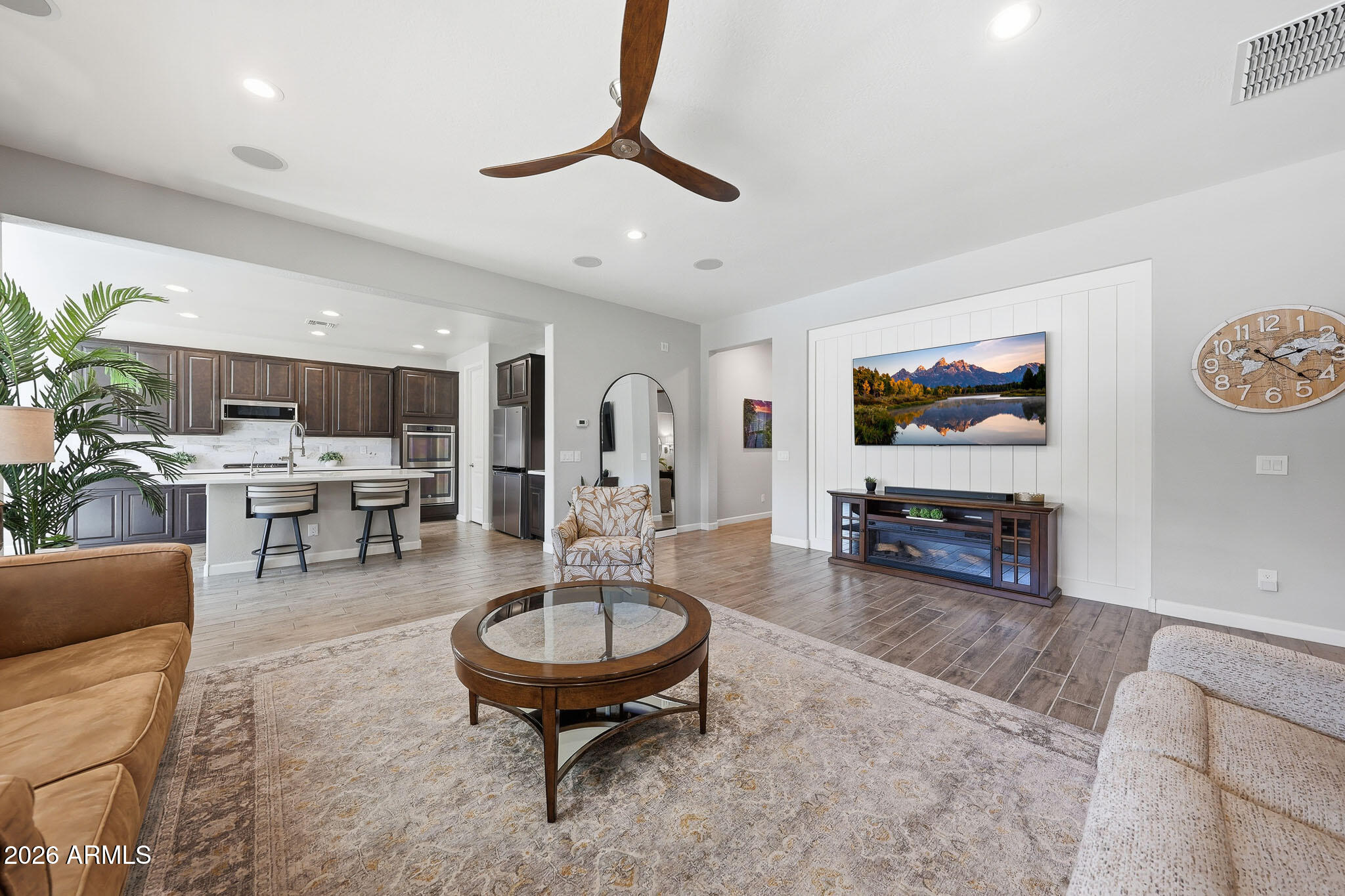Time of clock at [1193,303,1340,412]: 2:22
